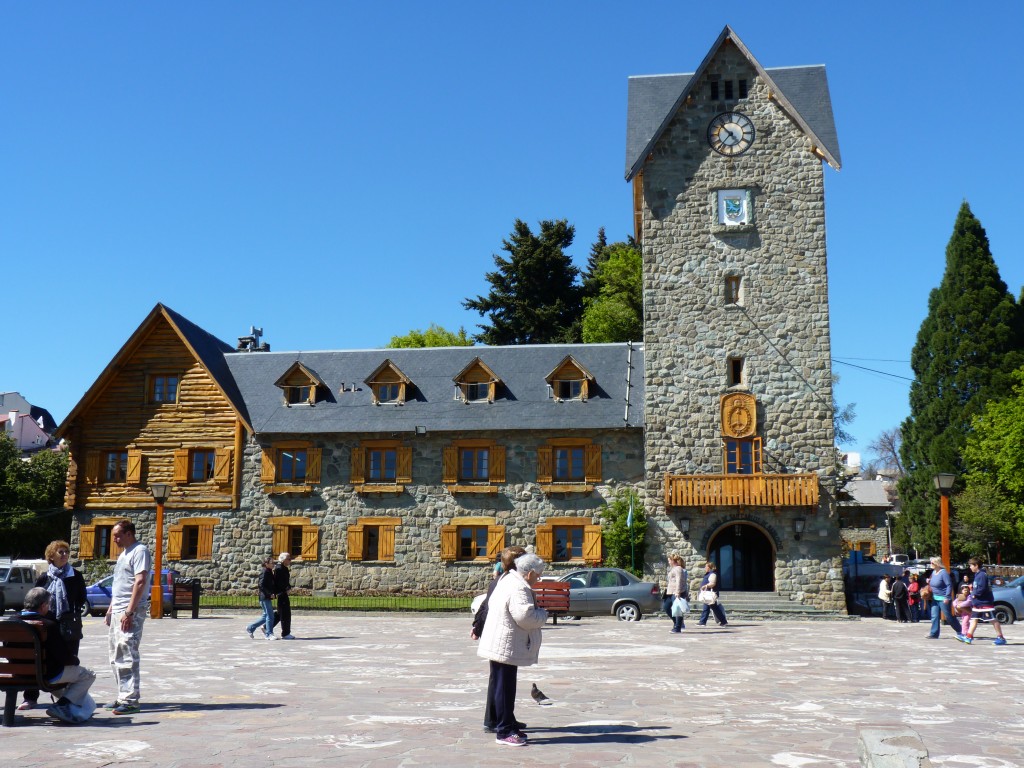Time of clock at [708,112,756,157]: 10:36
